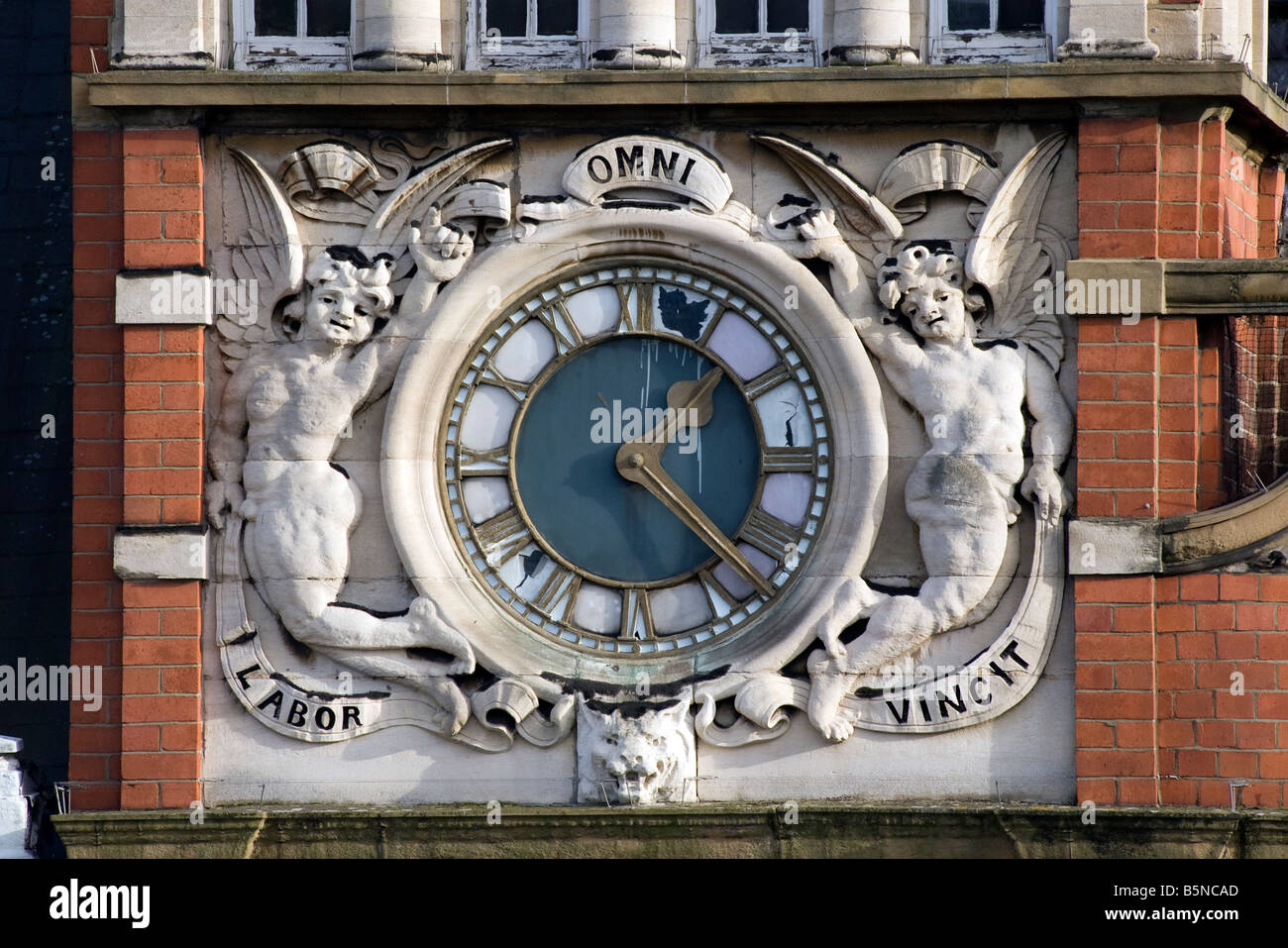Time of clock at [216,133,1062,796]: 1:22
